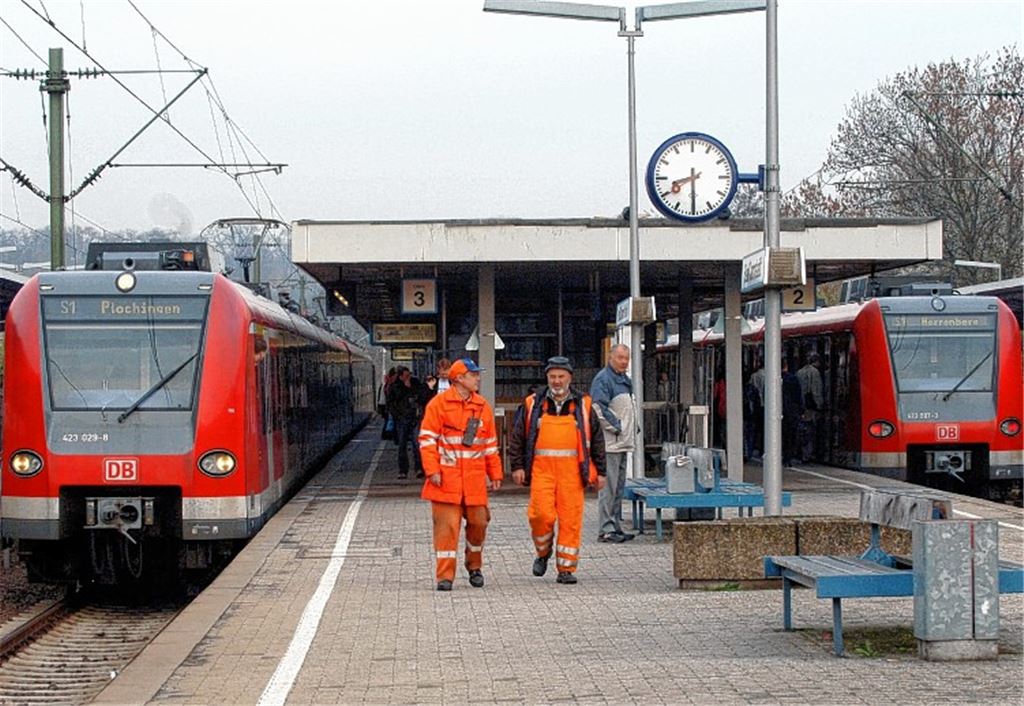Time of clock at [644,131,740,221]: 8:29
